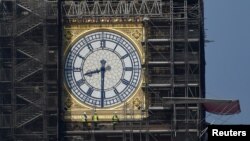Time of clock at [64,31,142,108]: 8:30
